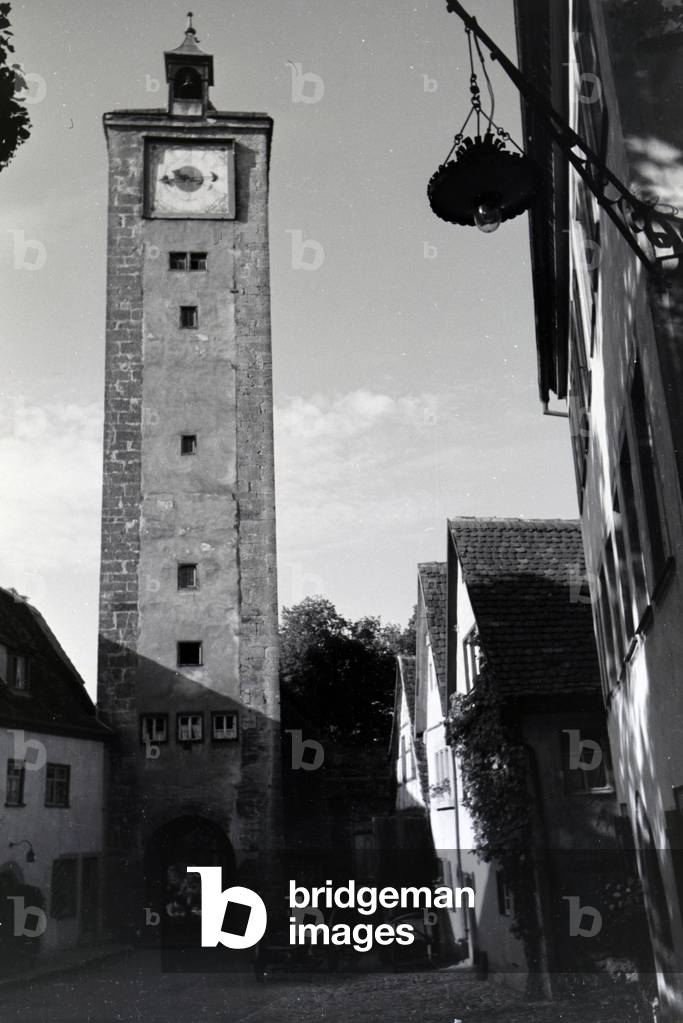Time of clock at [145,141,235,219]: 9:43
